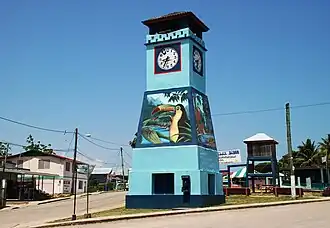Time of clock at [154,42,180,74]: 8:35
